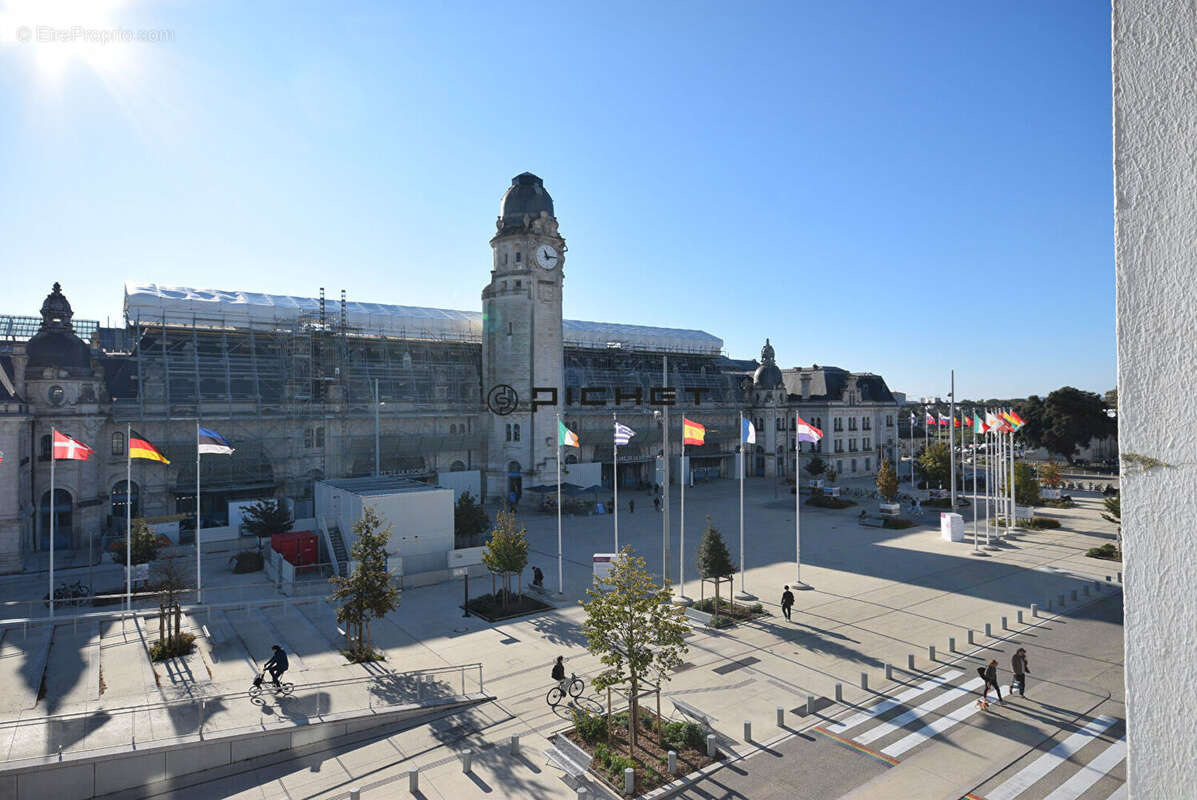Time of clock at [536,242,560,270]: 11:13
